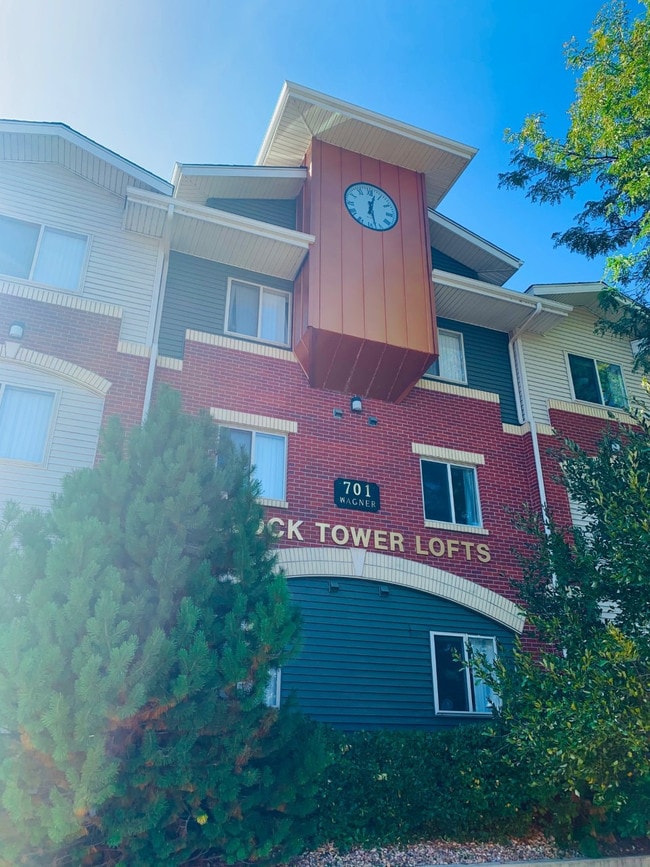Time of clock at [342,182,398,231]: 12:27
